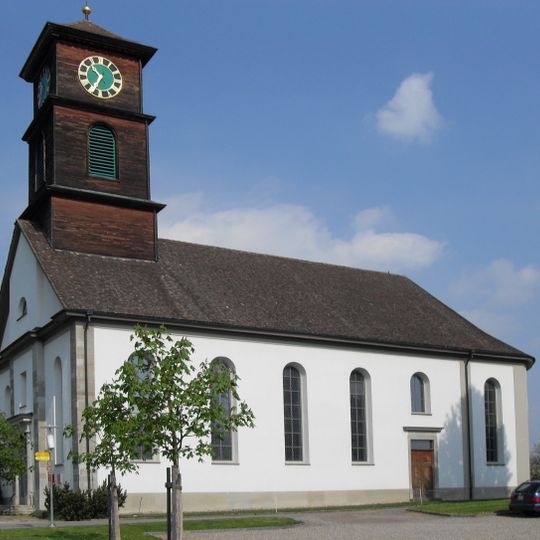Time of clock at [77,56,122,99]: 10:35
